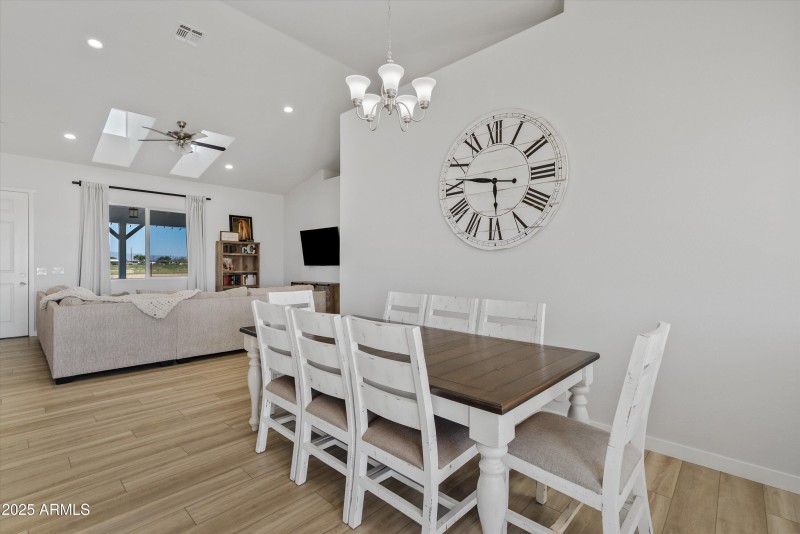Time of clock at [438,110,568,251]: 5:46
